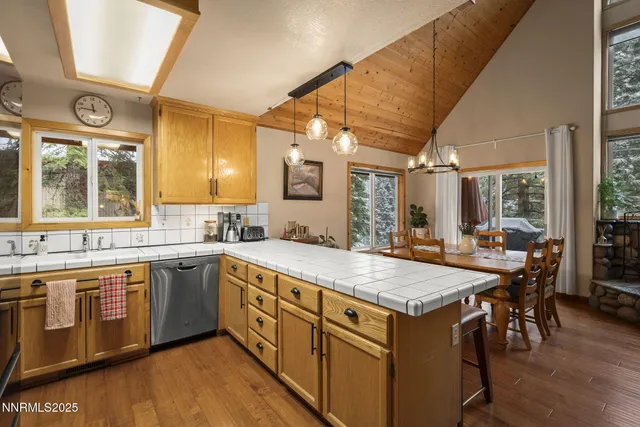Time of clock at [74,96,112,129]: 11:46
